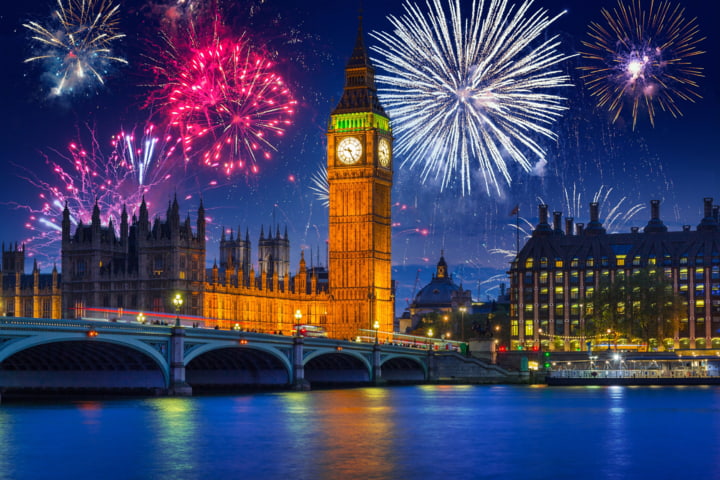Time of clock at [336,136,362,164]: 9:26
